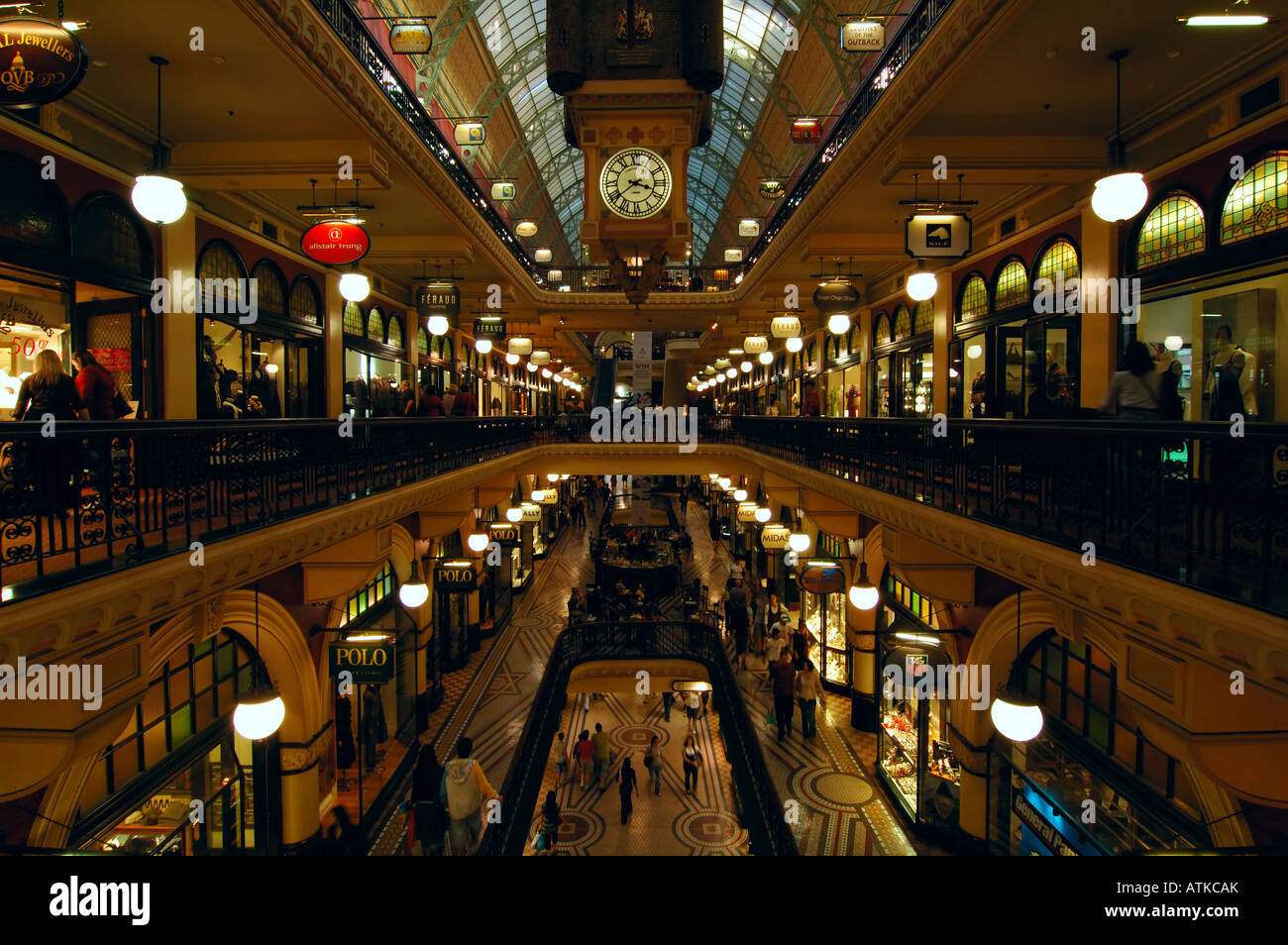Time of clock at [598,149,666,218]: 3:39
